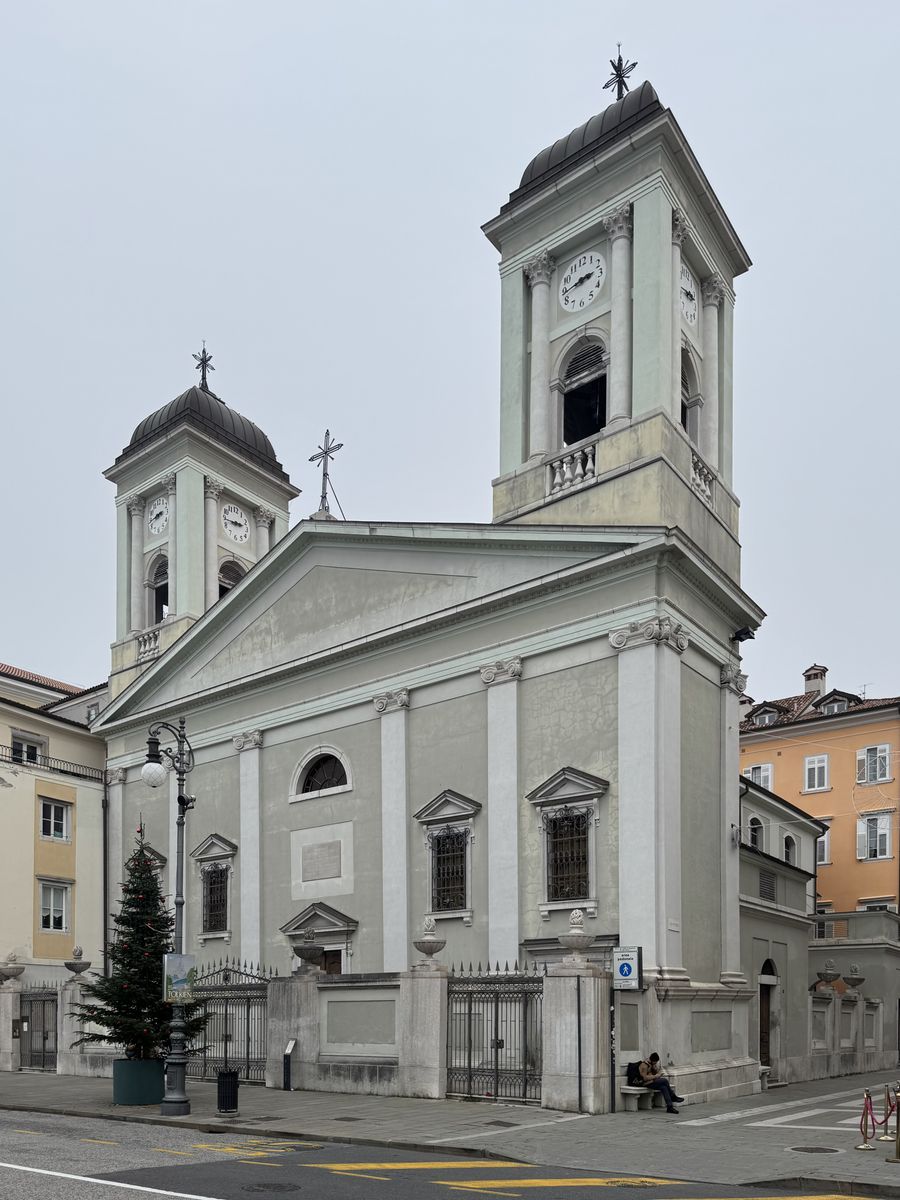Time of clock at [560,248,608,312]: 2:43
